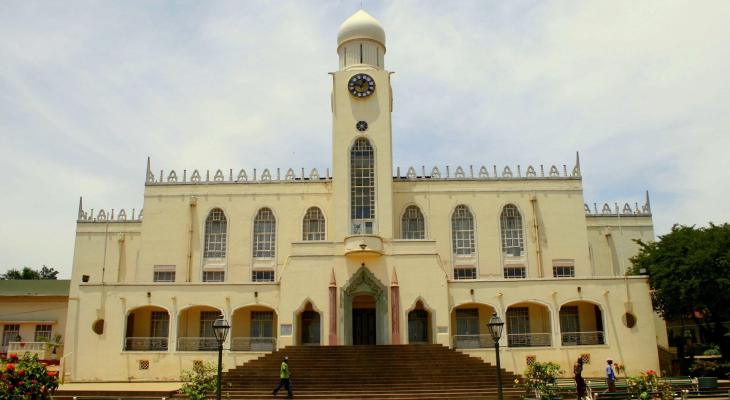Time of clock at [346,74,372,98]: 12:47
